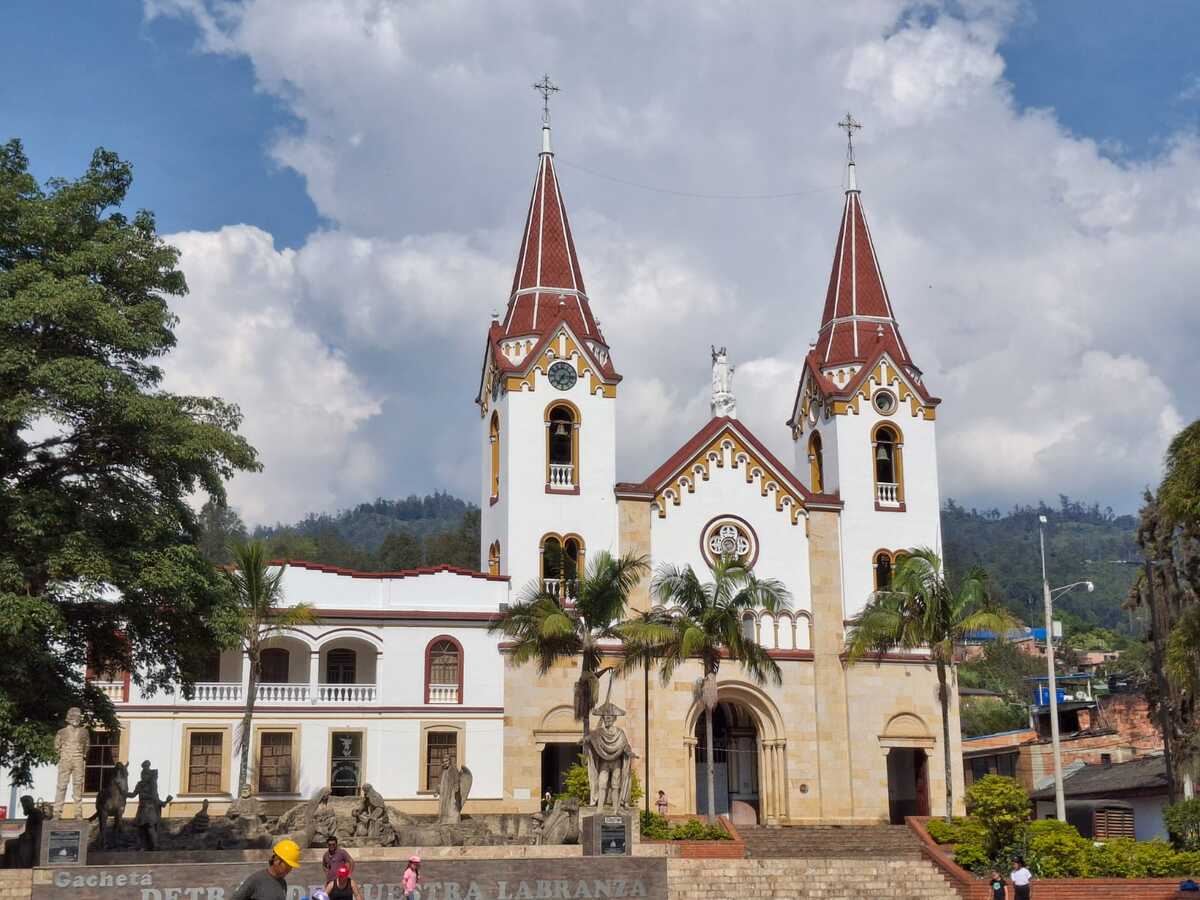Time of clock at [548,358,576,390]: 7:15
